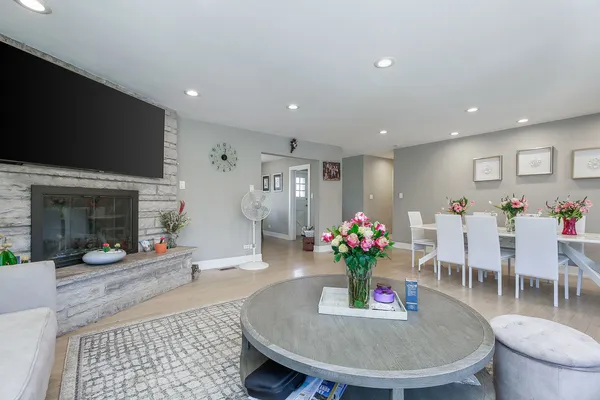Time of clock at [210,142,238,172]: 12:22
